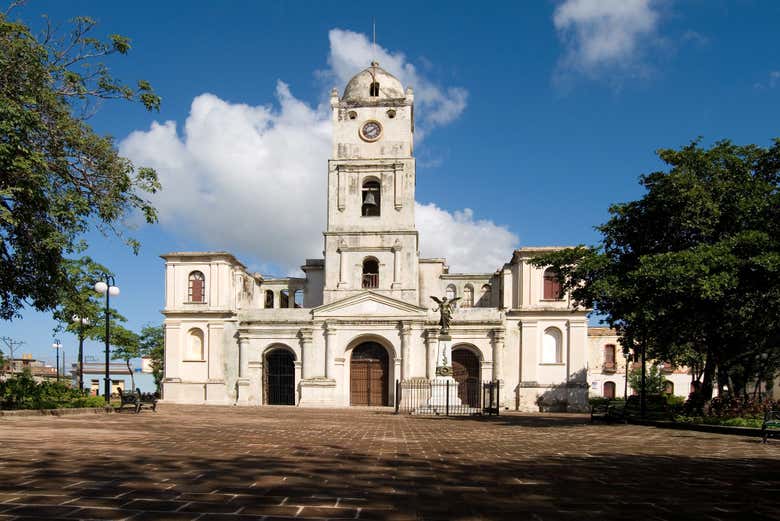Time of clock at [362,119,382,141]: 8:09
